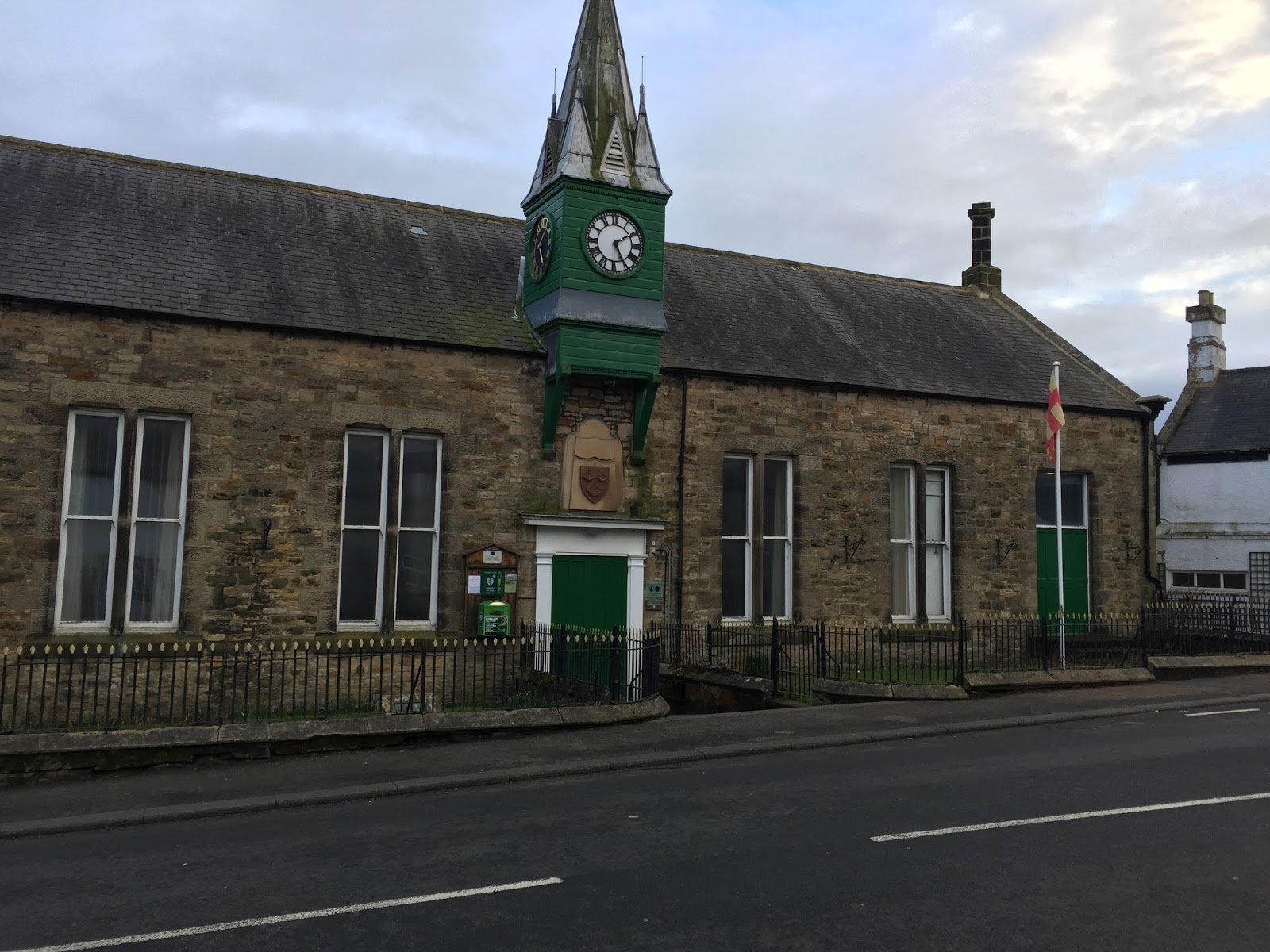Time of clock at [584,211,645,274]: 5:09
